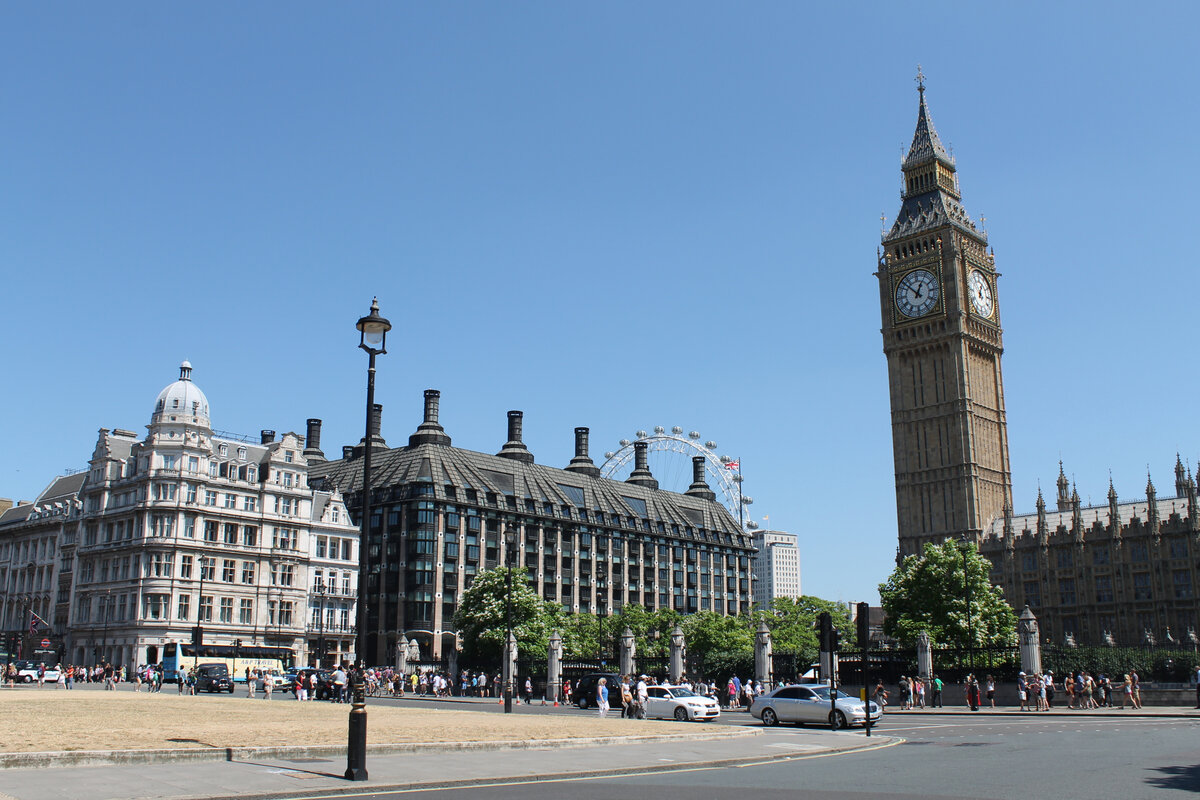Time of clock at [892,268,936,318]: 12:52
